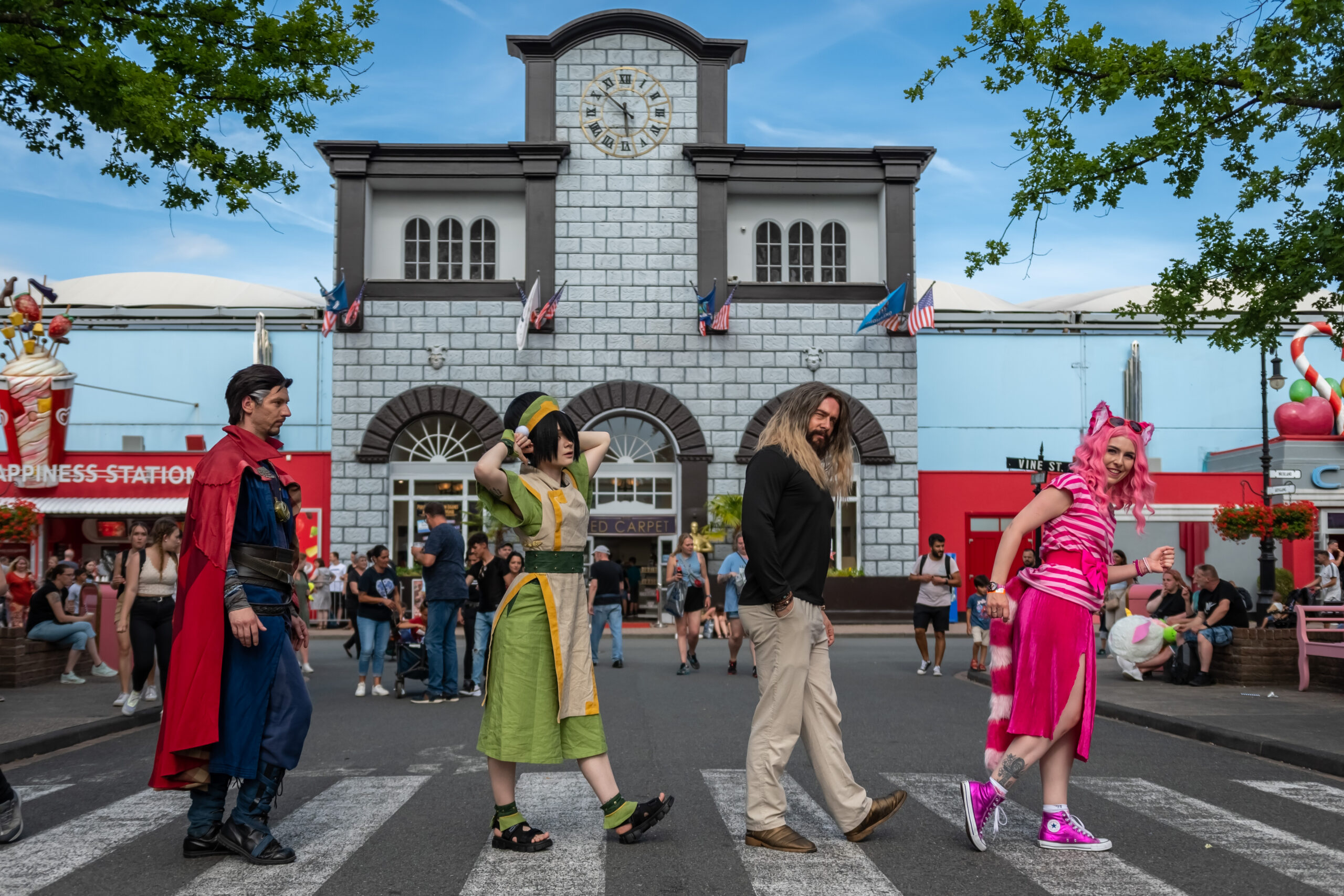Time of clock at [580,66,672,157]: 5:52
